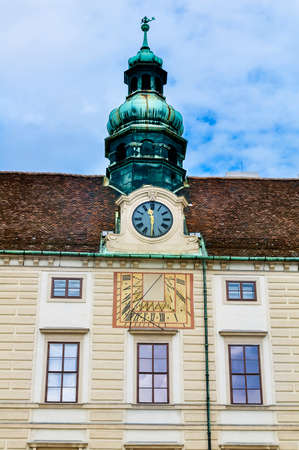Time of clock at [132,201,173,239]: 11:29
